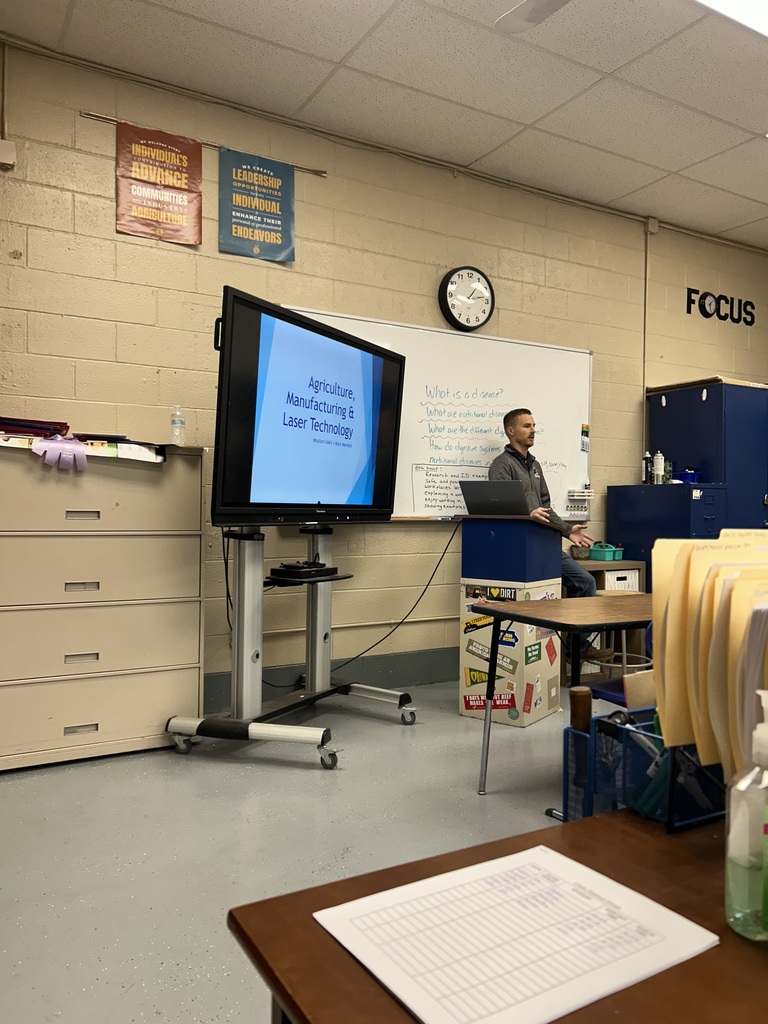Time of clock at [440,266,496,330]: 1:13
